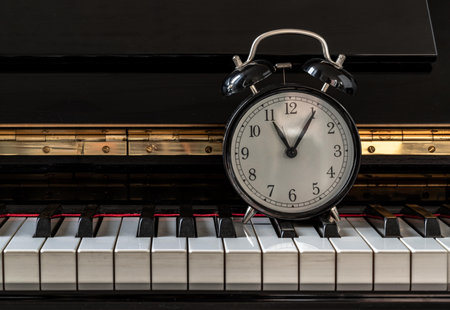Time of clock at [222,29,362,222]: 11:05
